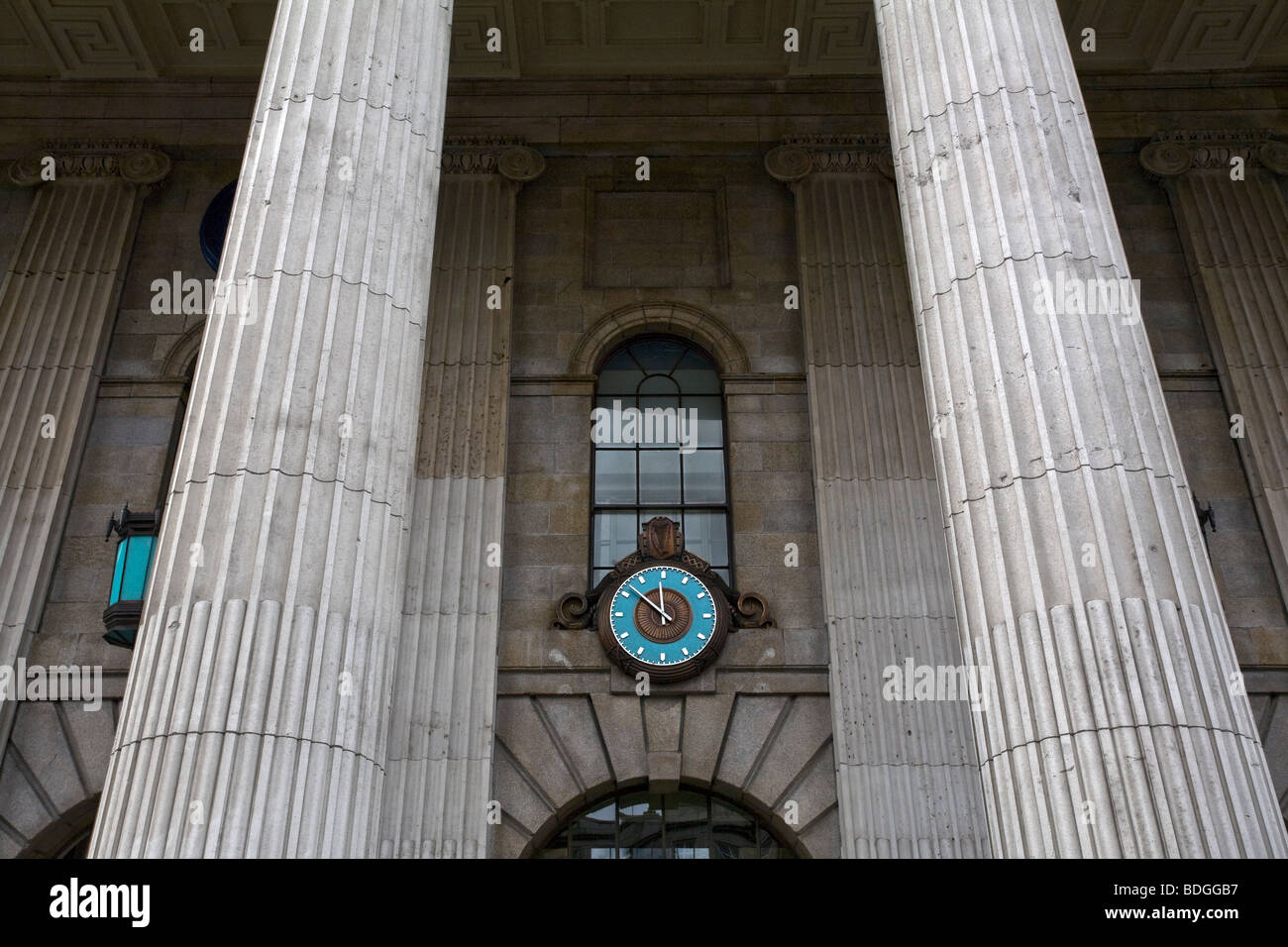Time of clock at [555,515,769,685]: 11:51
